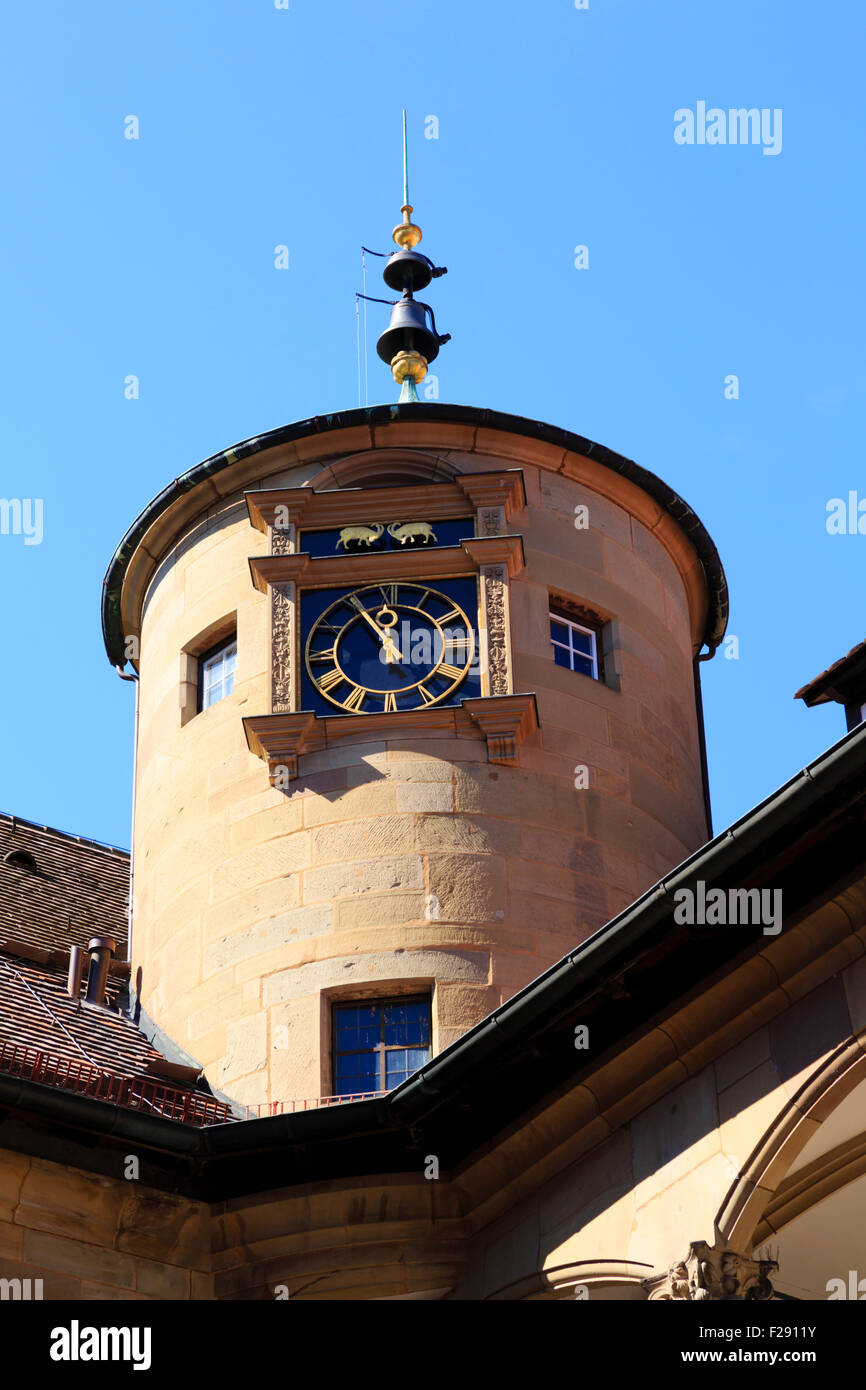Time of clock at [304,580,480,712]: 11:55
